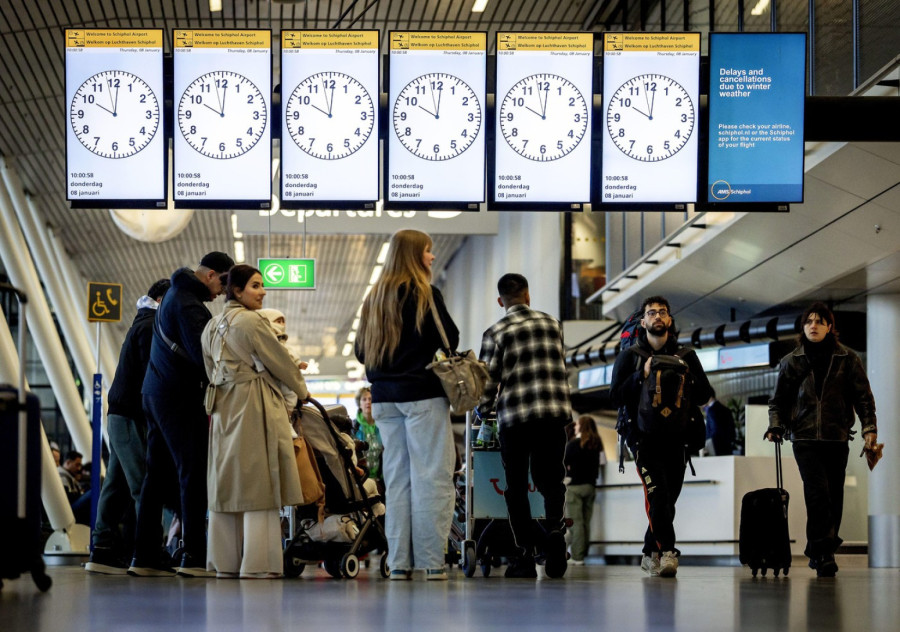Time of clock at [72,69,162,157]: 10:00
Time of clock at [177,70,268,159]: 10:00
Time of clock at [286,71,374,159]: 10:00
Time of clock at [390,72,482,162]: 10:00
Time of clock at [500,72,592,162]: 10:00
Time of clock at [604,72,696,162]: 10:00
